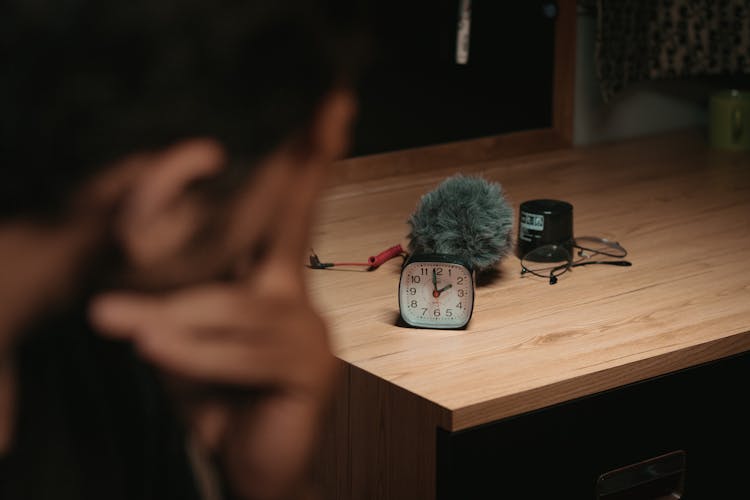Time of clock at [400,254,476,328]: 1:59
